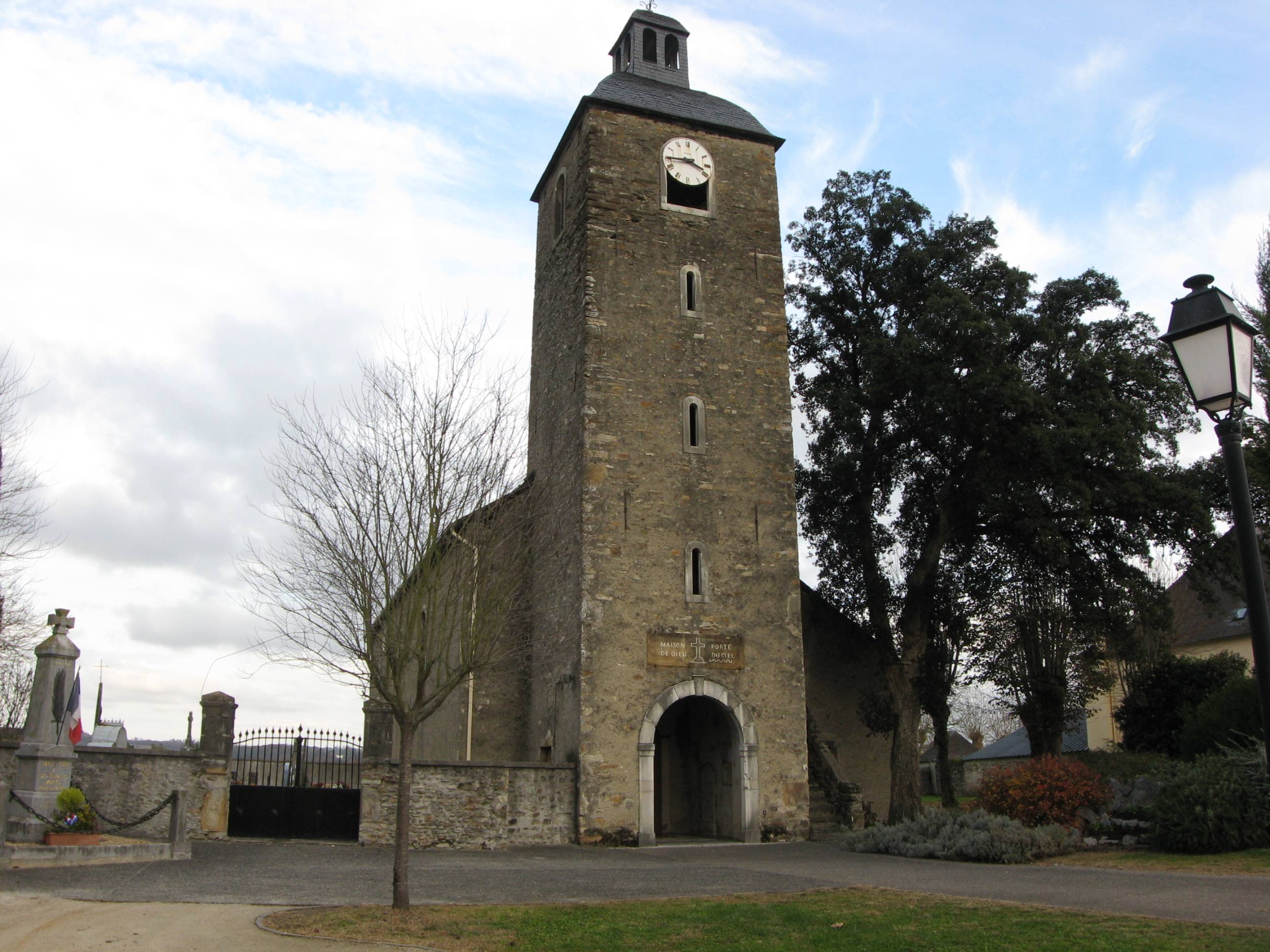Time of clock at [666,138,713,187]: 3:44
